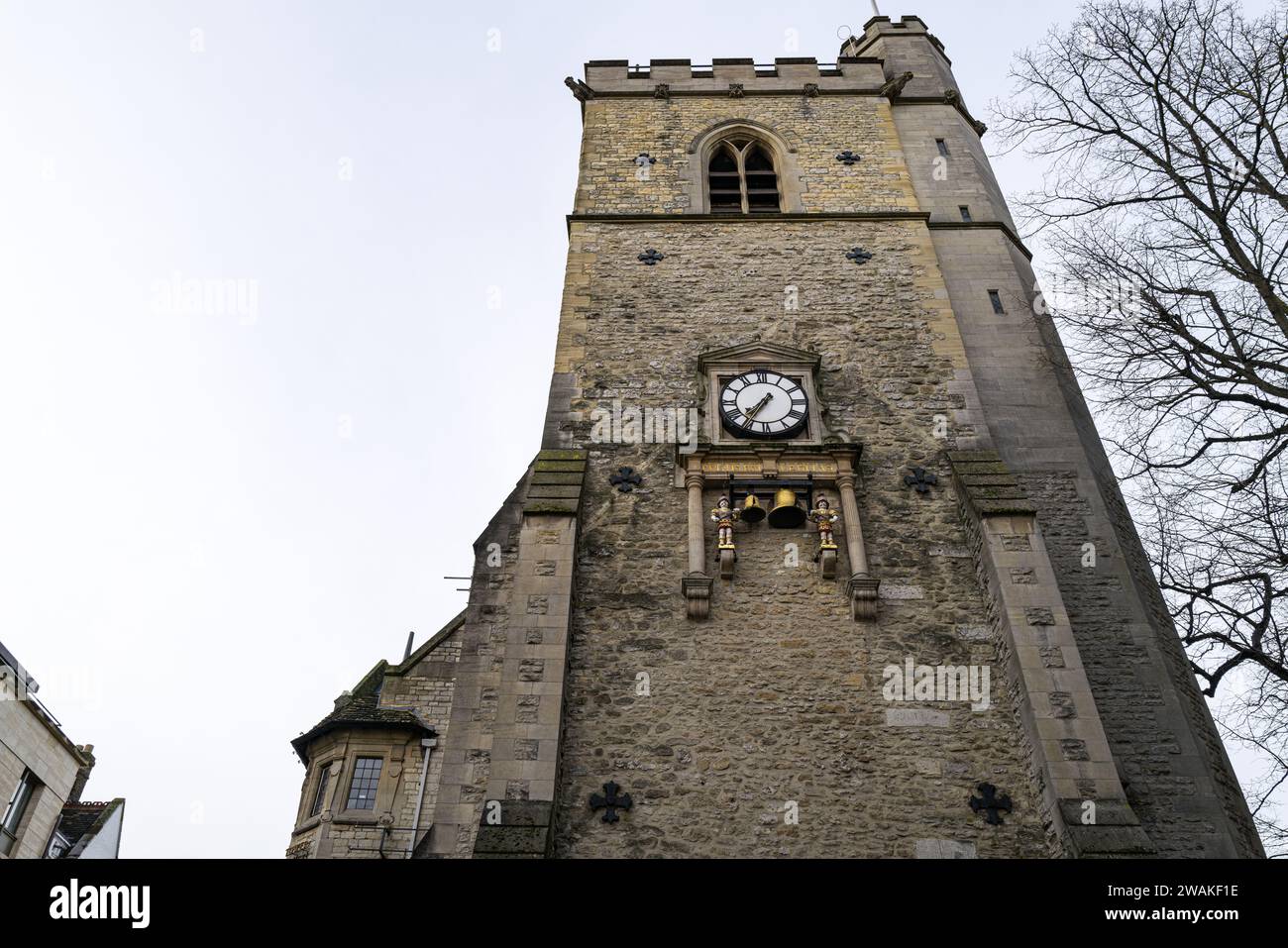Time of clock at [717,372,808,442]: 7:35
